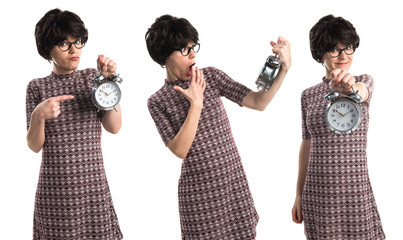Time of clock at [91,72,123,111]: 10:10
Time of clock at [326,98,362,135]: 10:10
